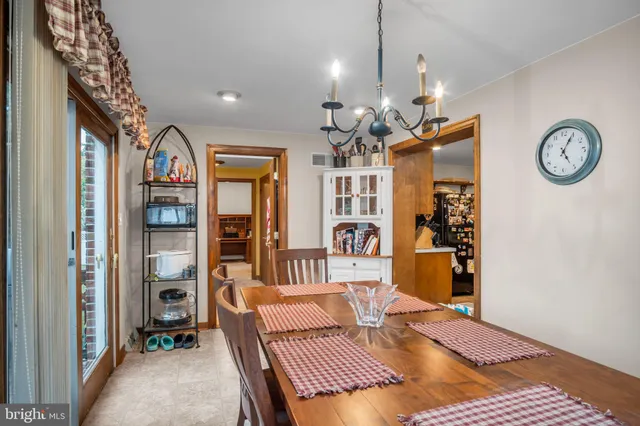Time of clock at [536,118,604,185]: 5:04
